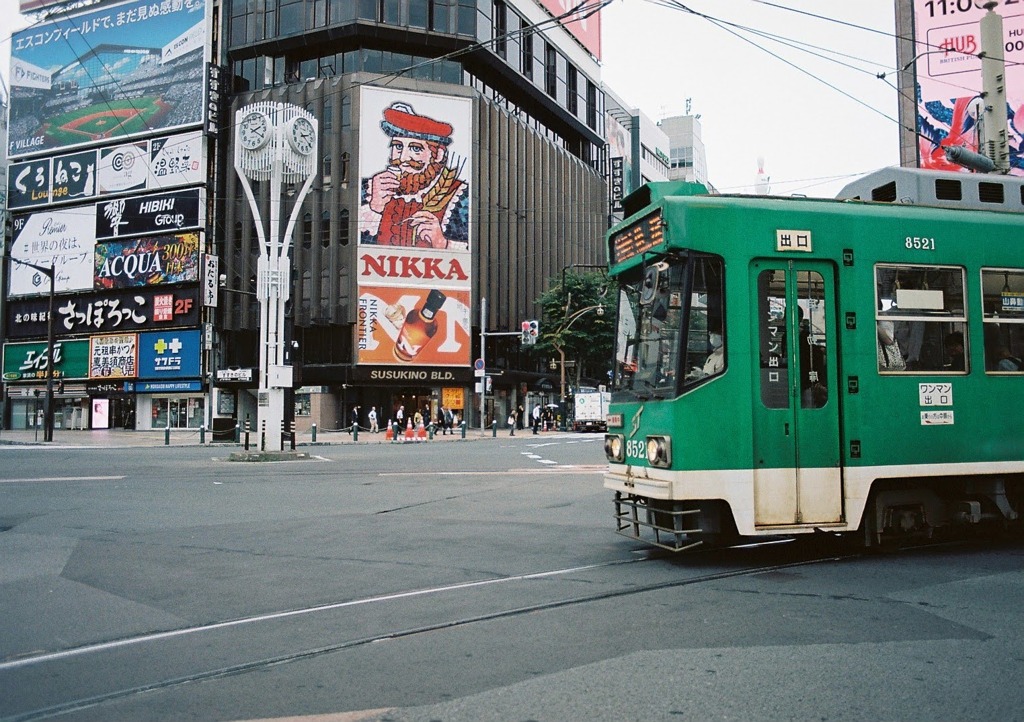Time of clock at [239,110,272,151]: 2:20
